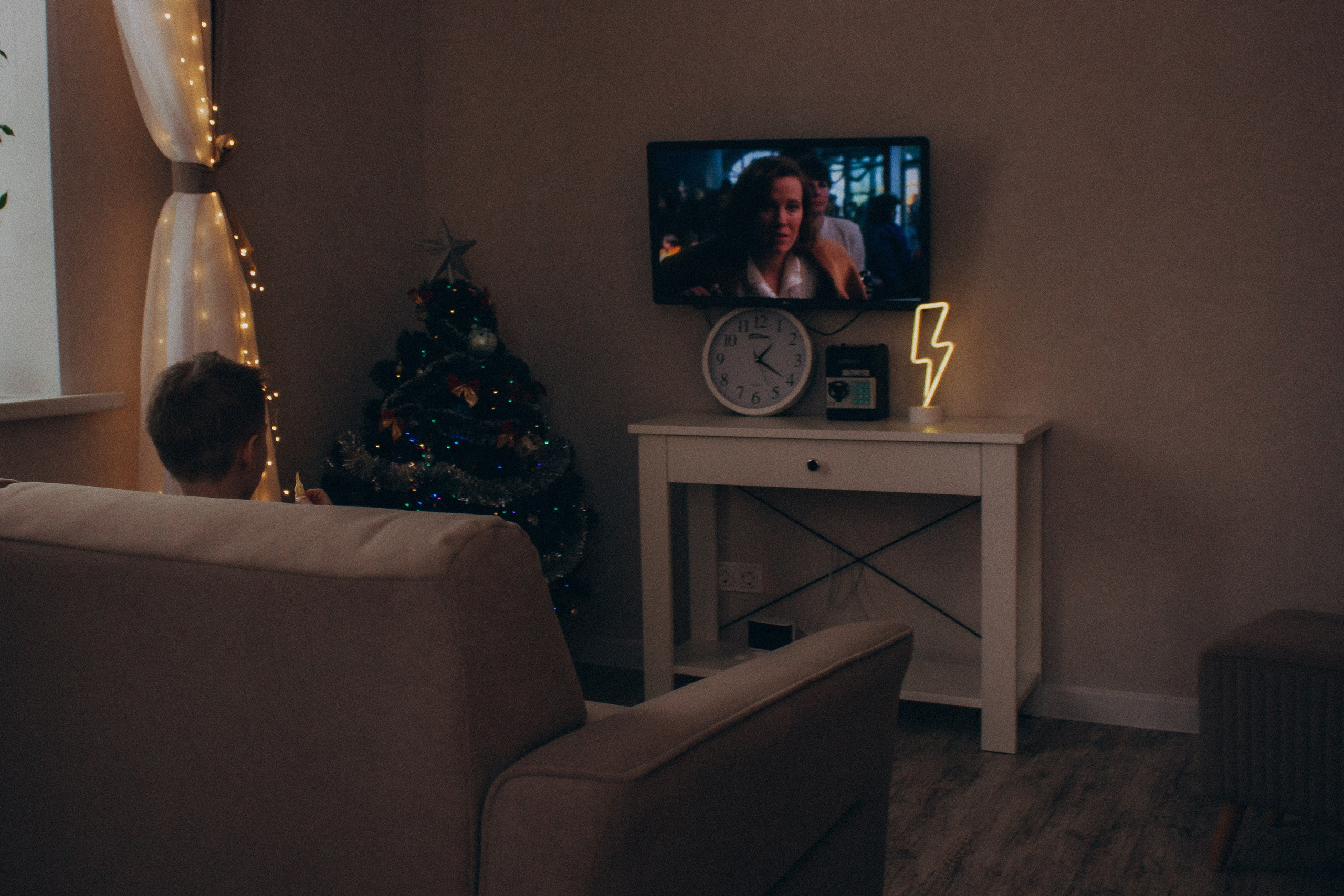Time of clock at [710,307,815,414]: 1:20
